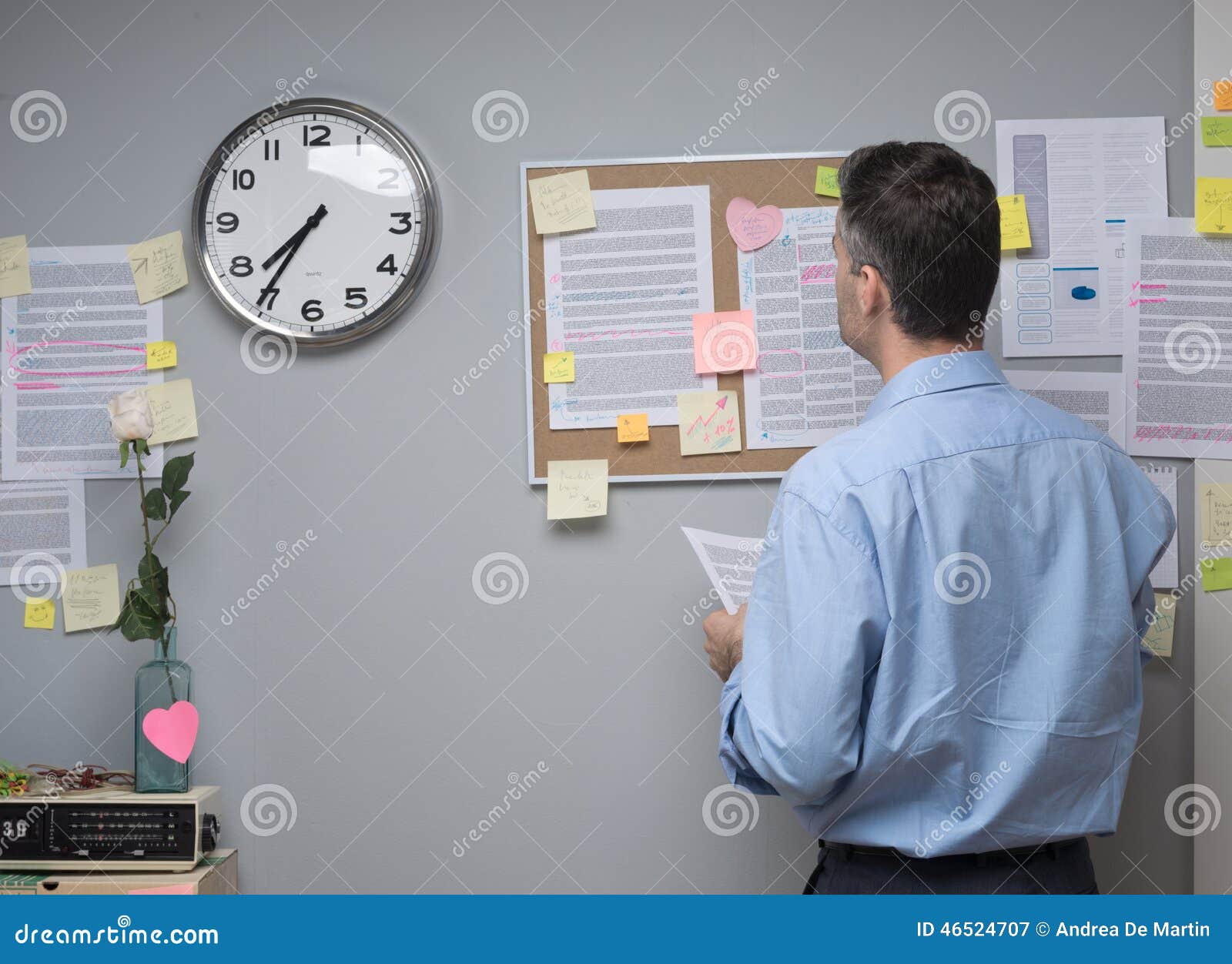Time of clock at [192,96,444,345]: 7:35
